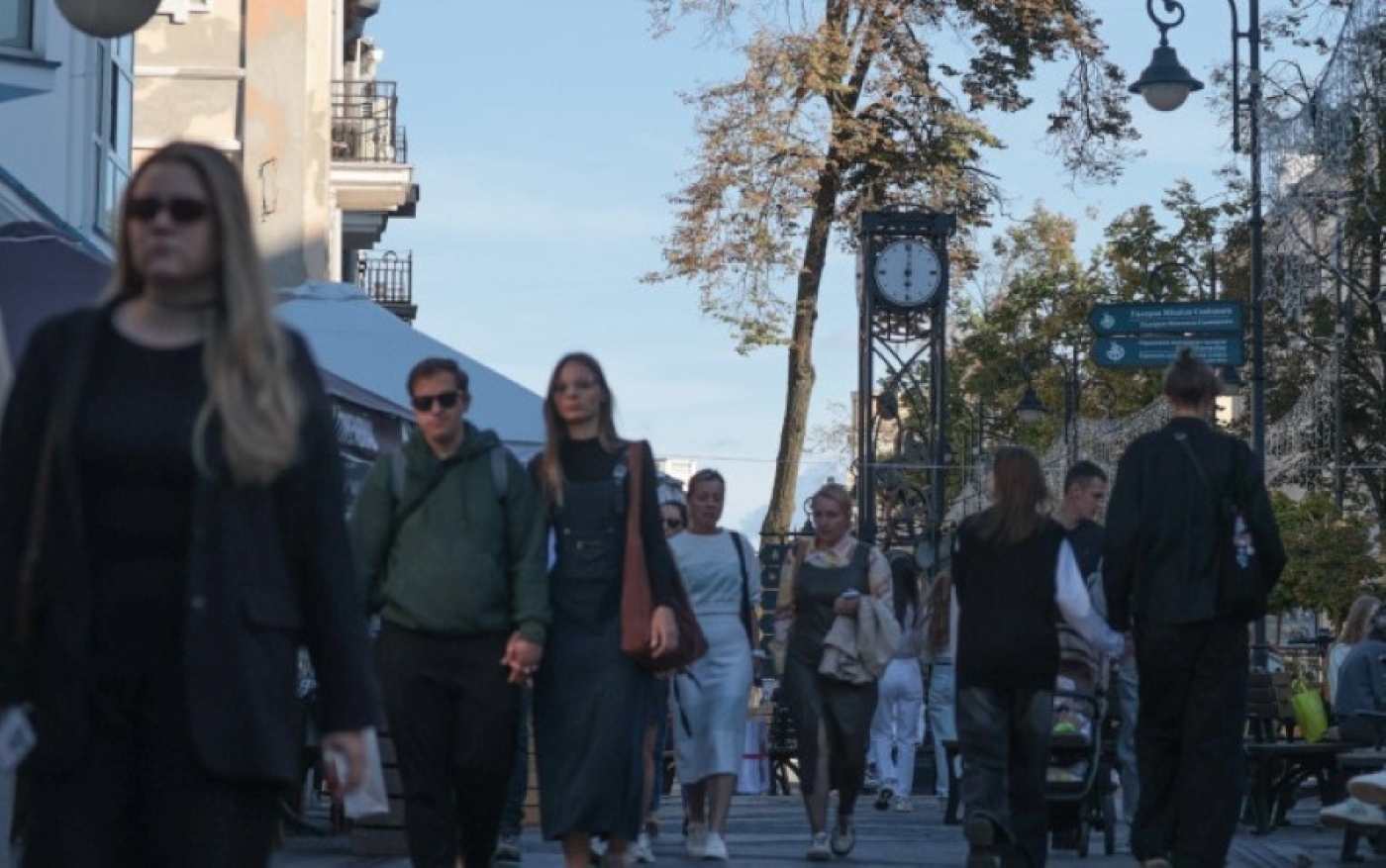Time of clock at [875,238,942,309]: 6:01
